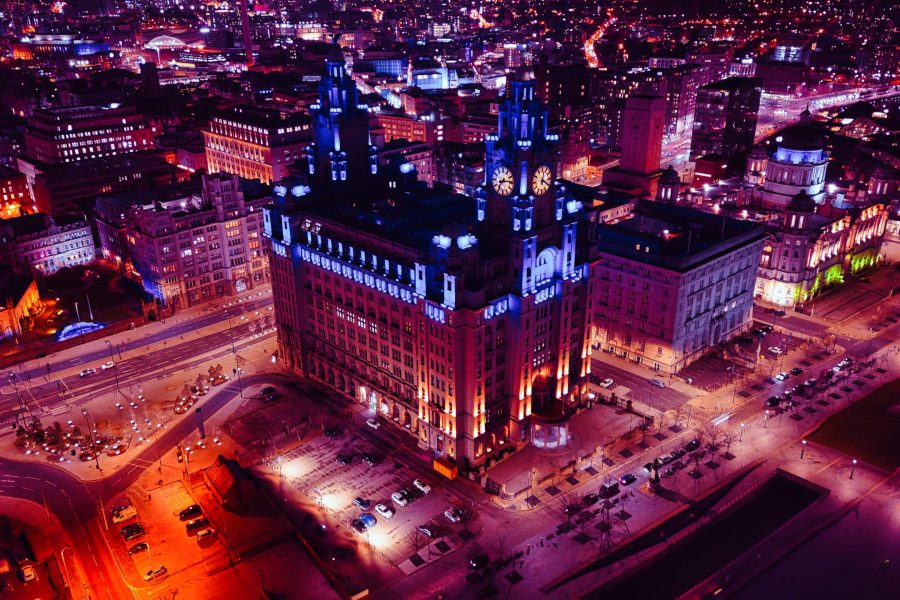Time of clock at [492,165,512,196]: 7:13
